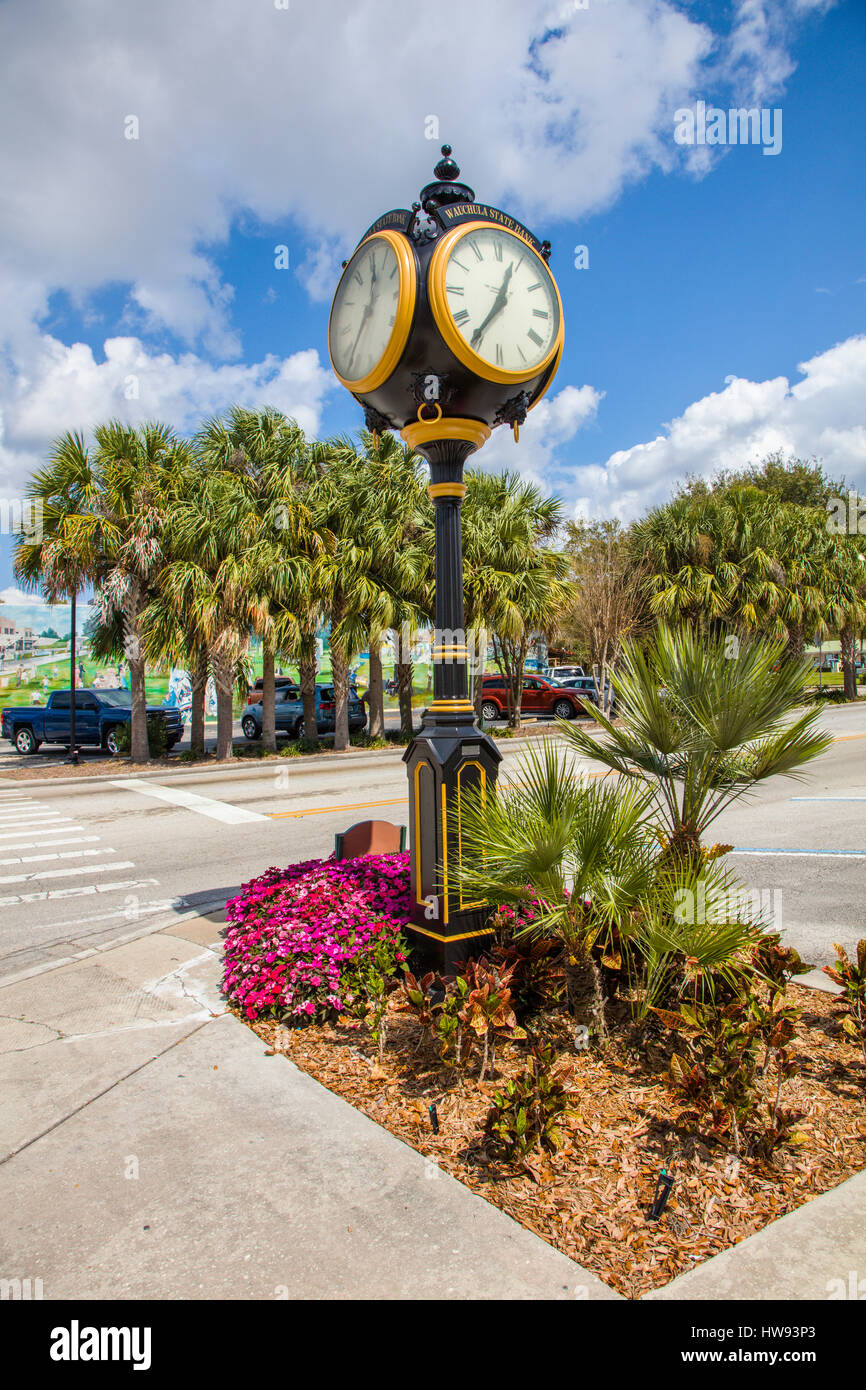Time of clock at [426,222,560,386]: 12:35
